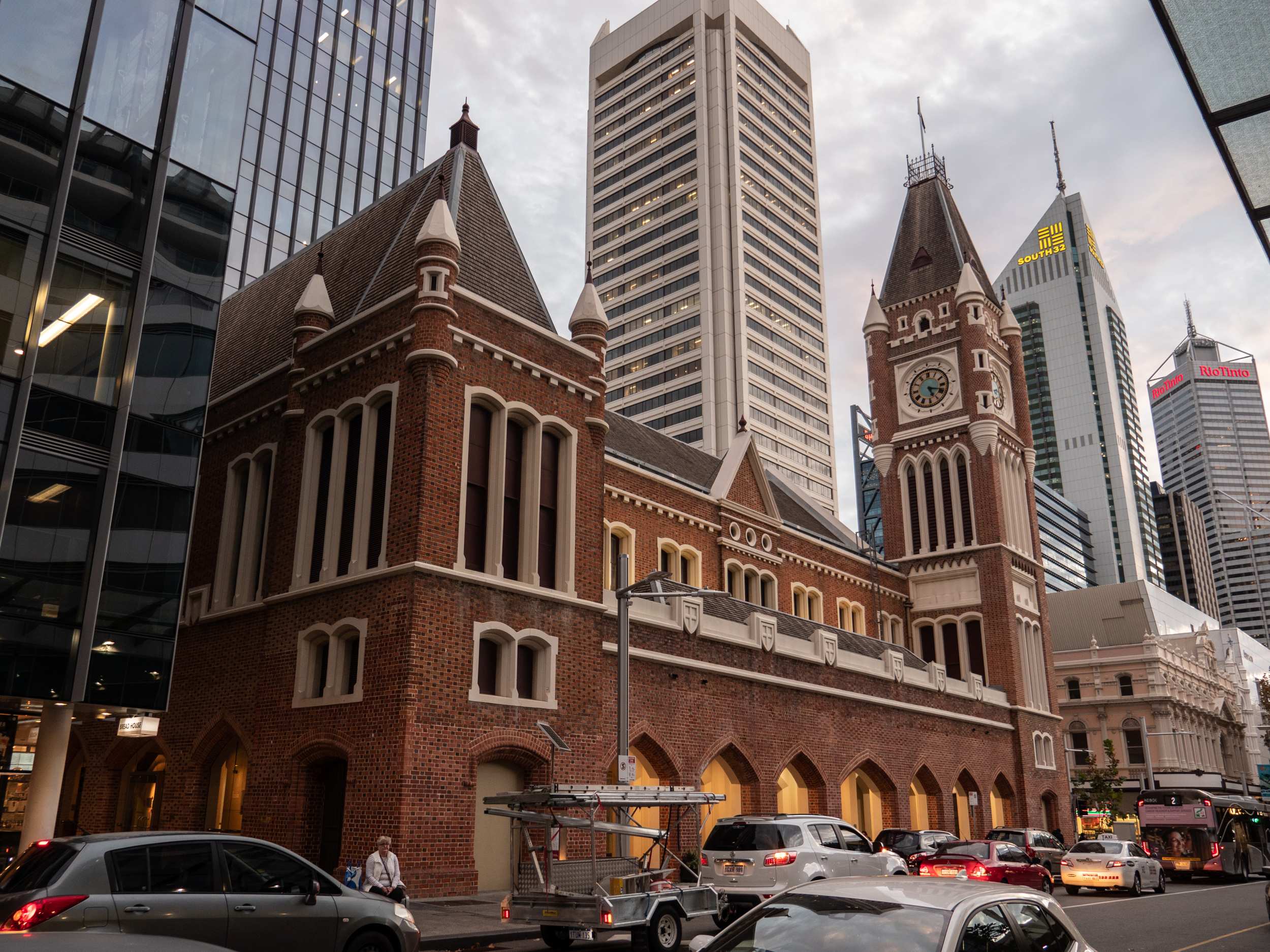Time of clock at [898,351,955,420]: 5:18
